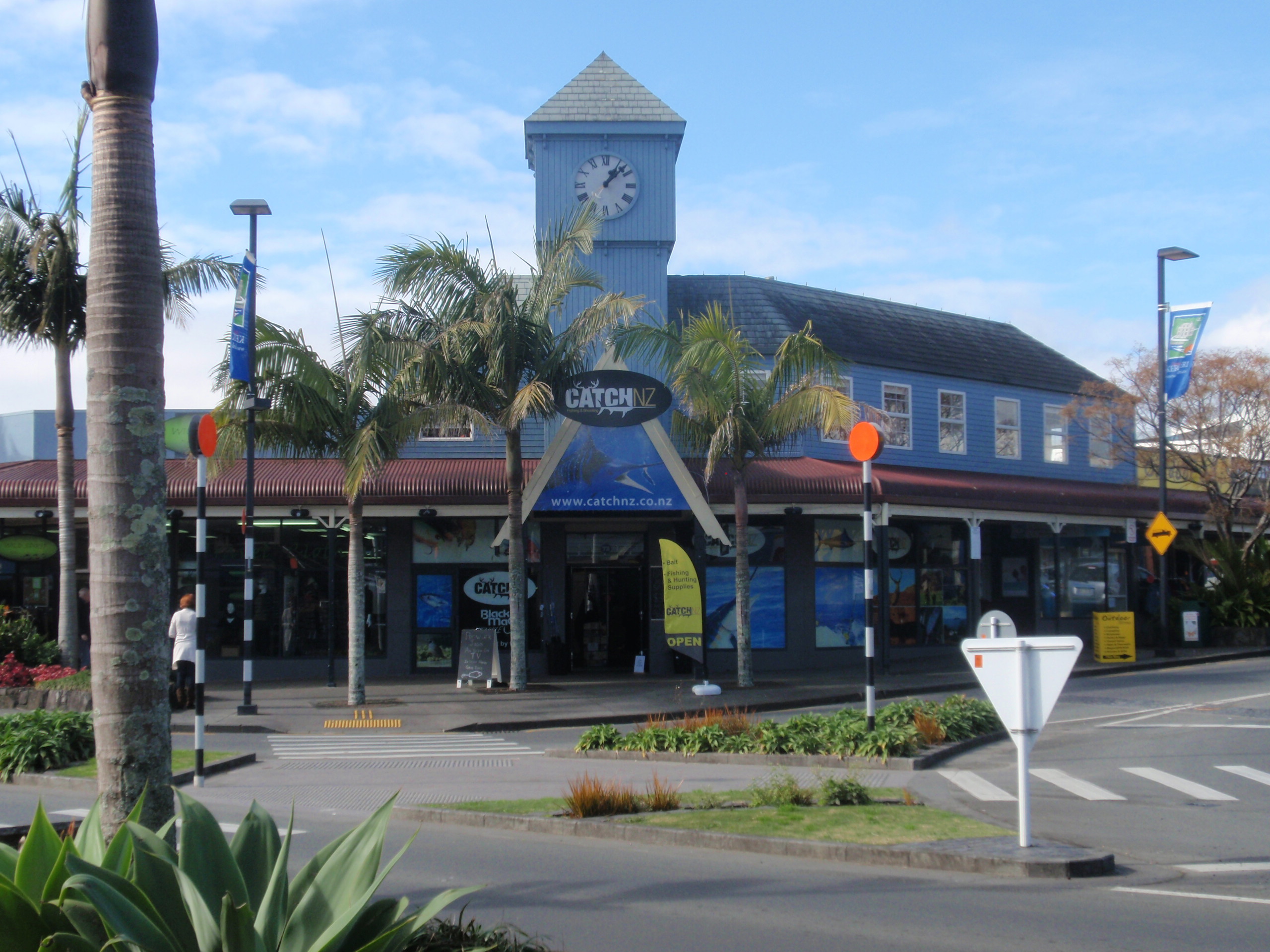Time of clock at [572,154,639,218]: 1:07
